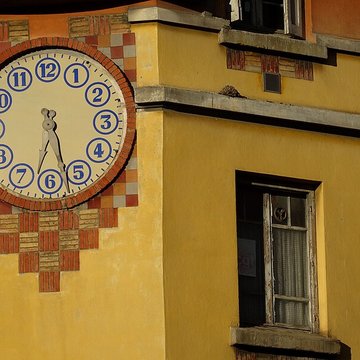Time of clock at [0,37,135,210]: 6:27
